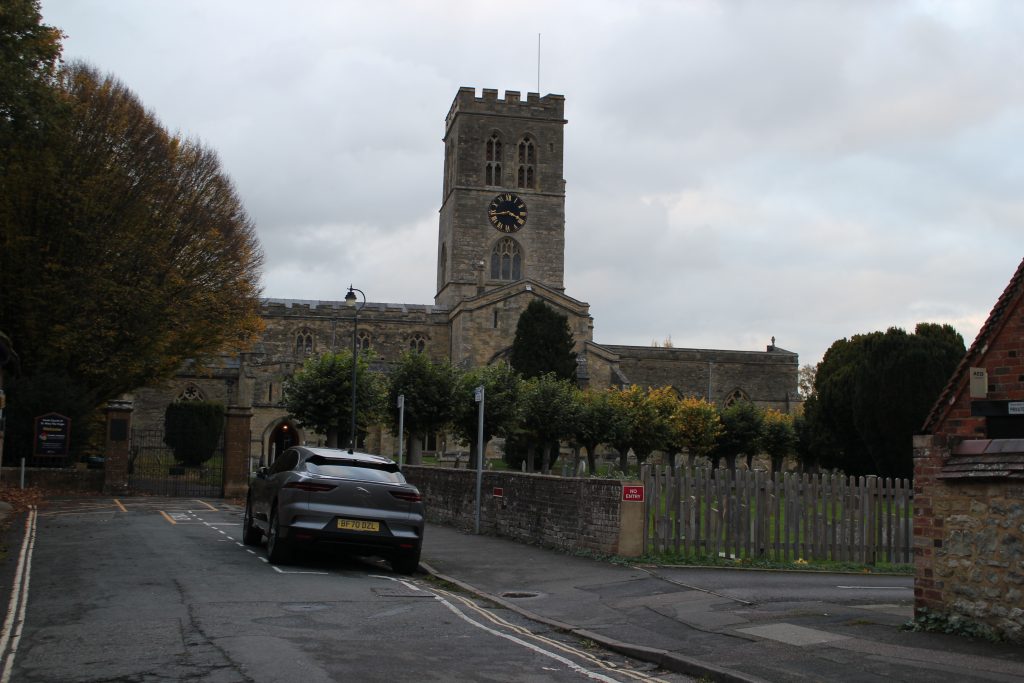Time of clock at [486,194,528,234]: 3:43
